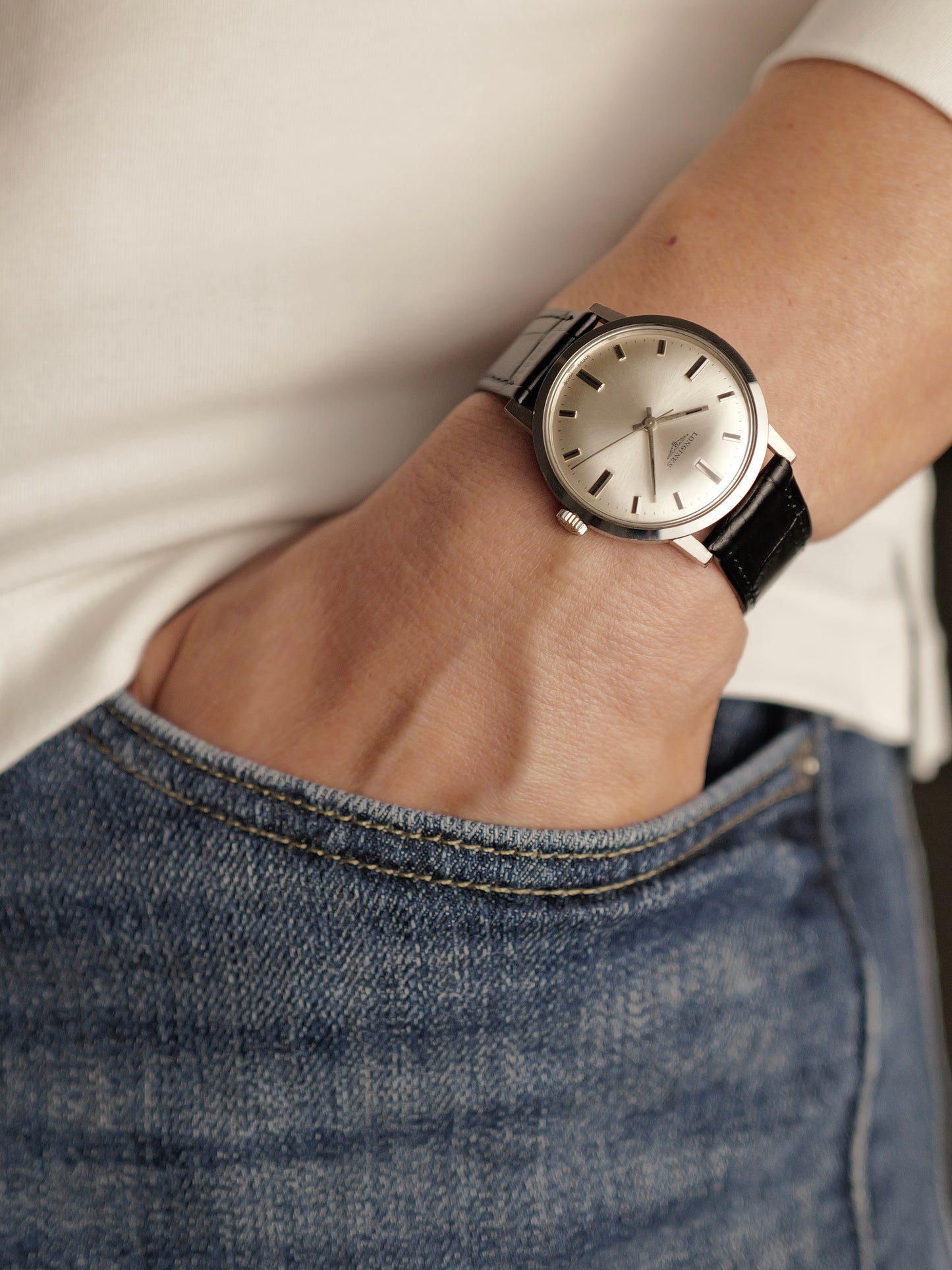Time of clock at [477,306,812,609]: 2:27
